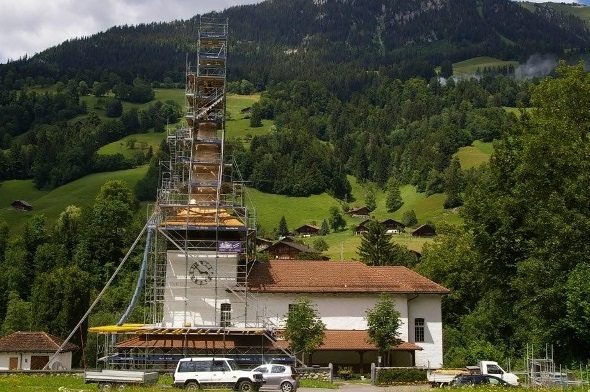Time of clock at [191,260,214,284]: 2:52
